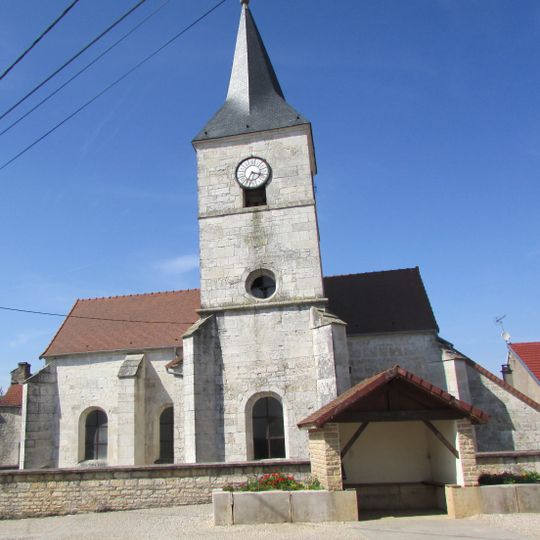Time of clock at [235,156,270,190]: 3:33
